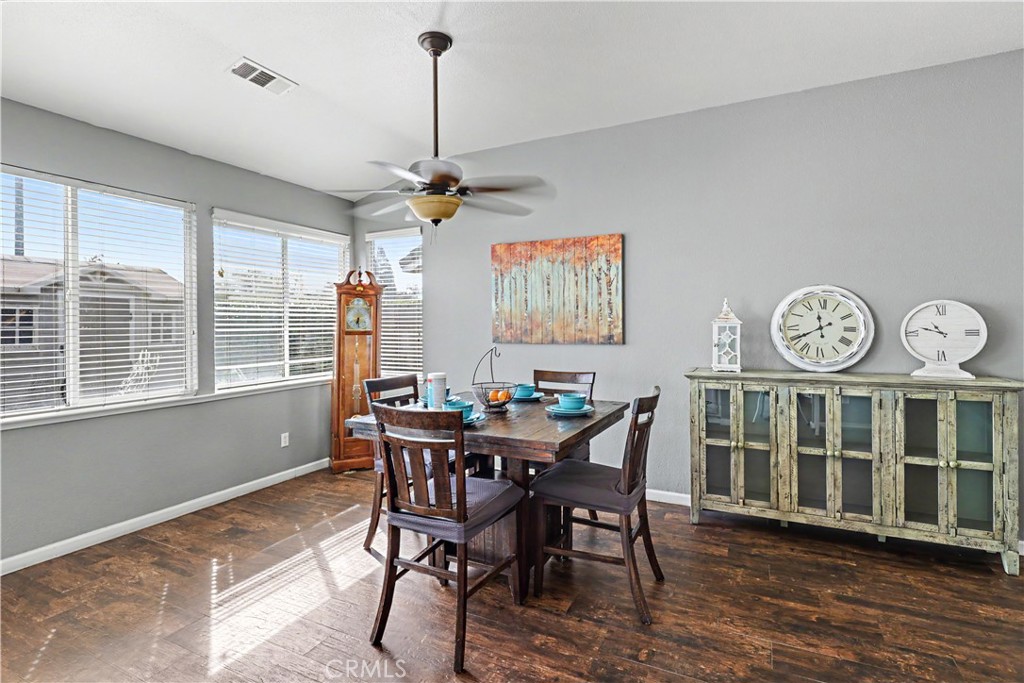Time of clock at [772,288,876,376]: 11:40
